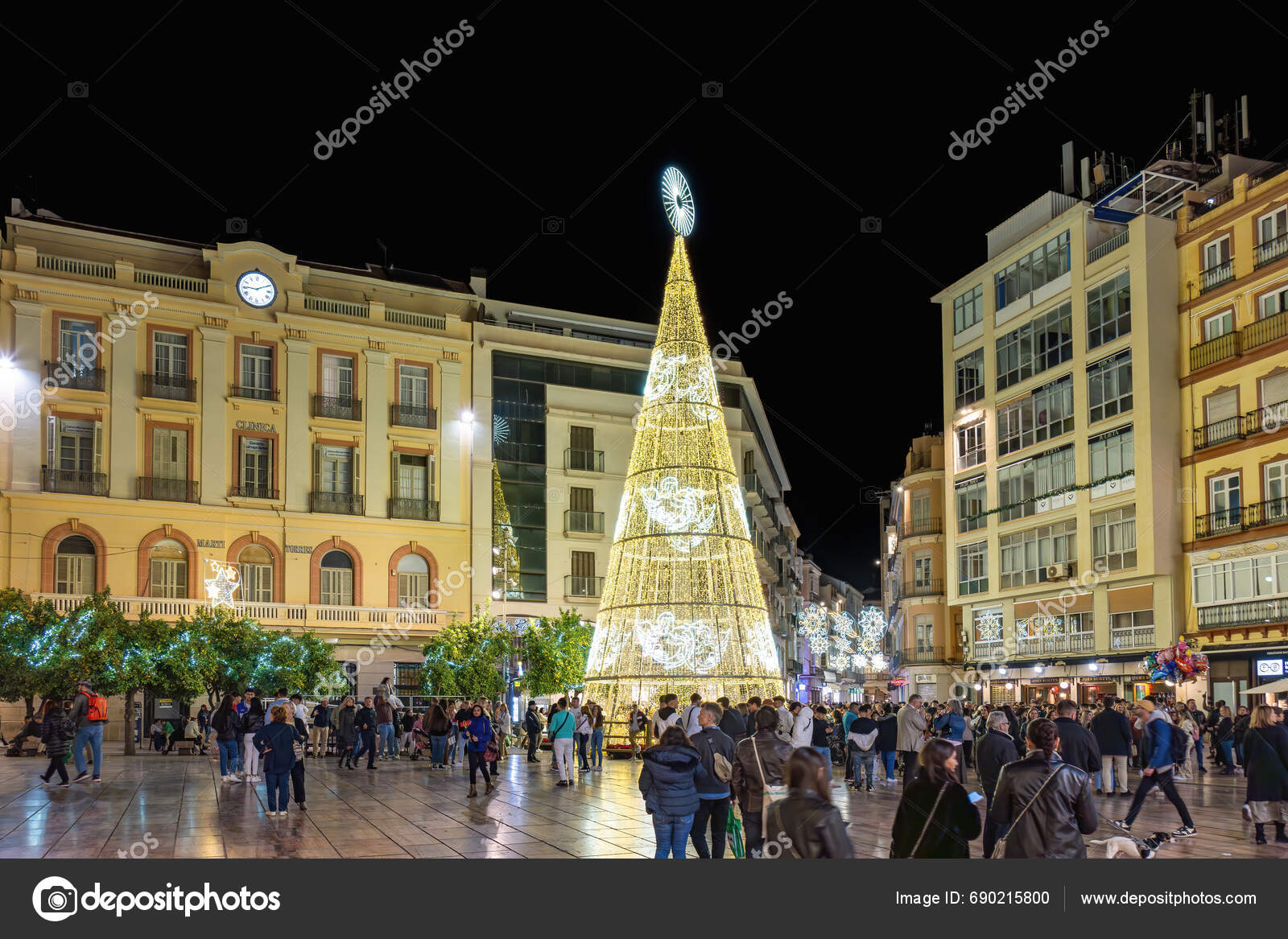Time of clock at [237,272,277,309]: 9:10
